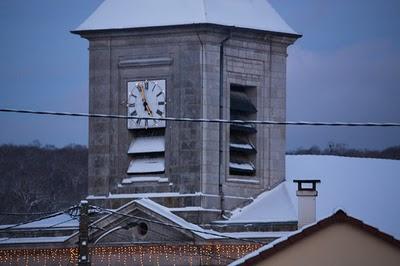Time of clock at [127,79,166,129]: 4:57
